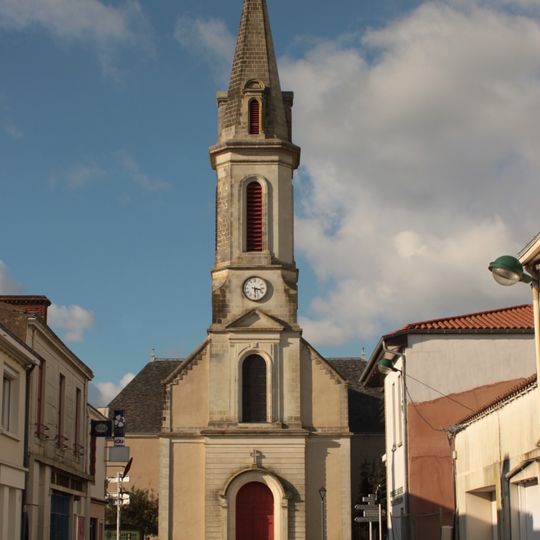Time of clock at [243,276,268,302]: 3:28
